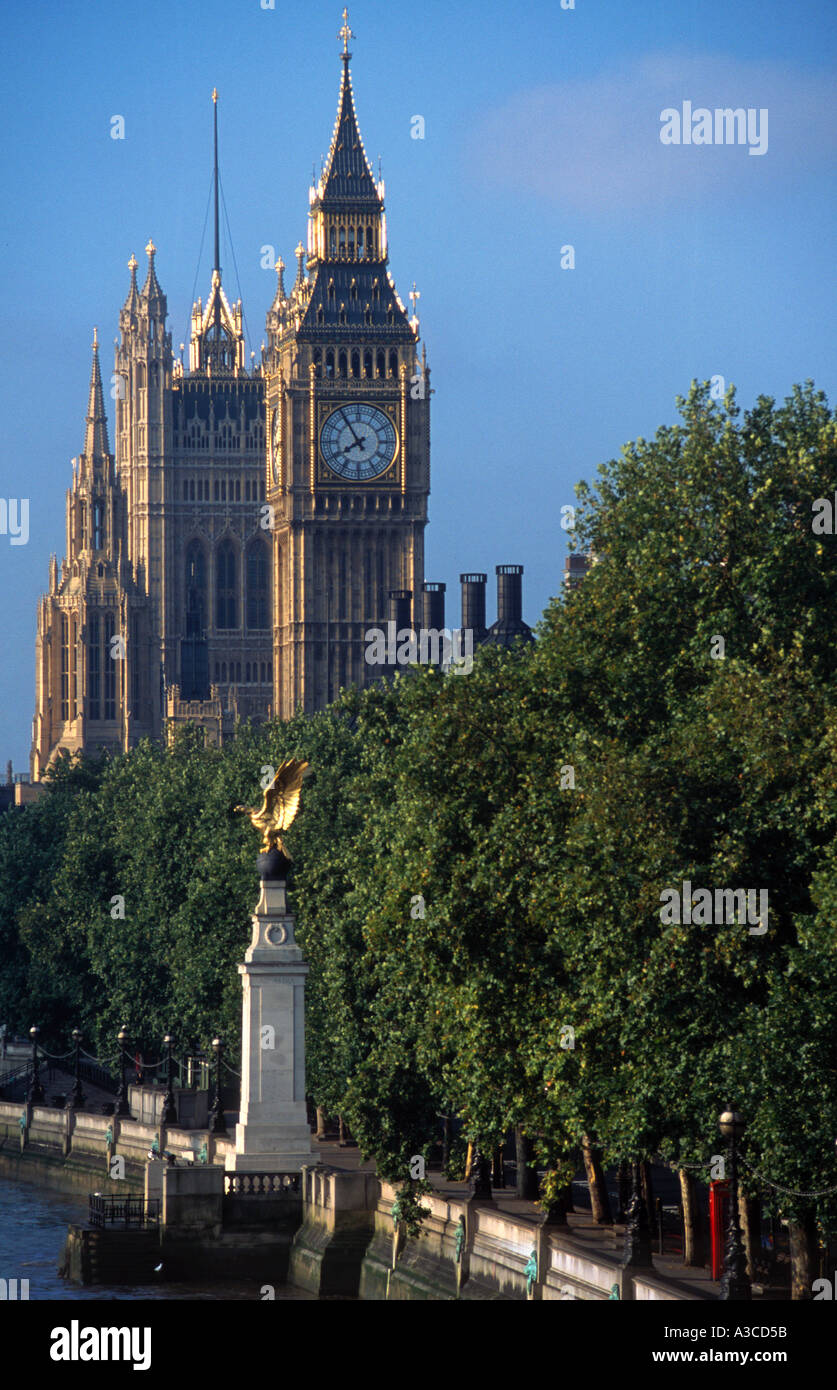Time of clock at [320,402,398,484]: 7:54
